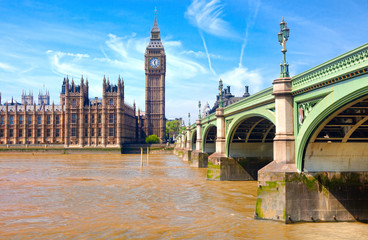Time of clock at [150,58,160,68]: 12:26
